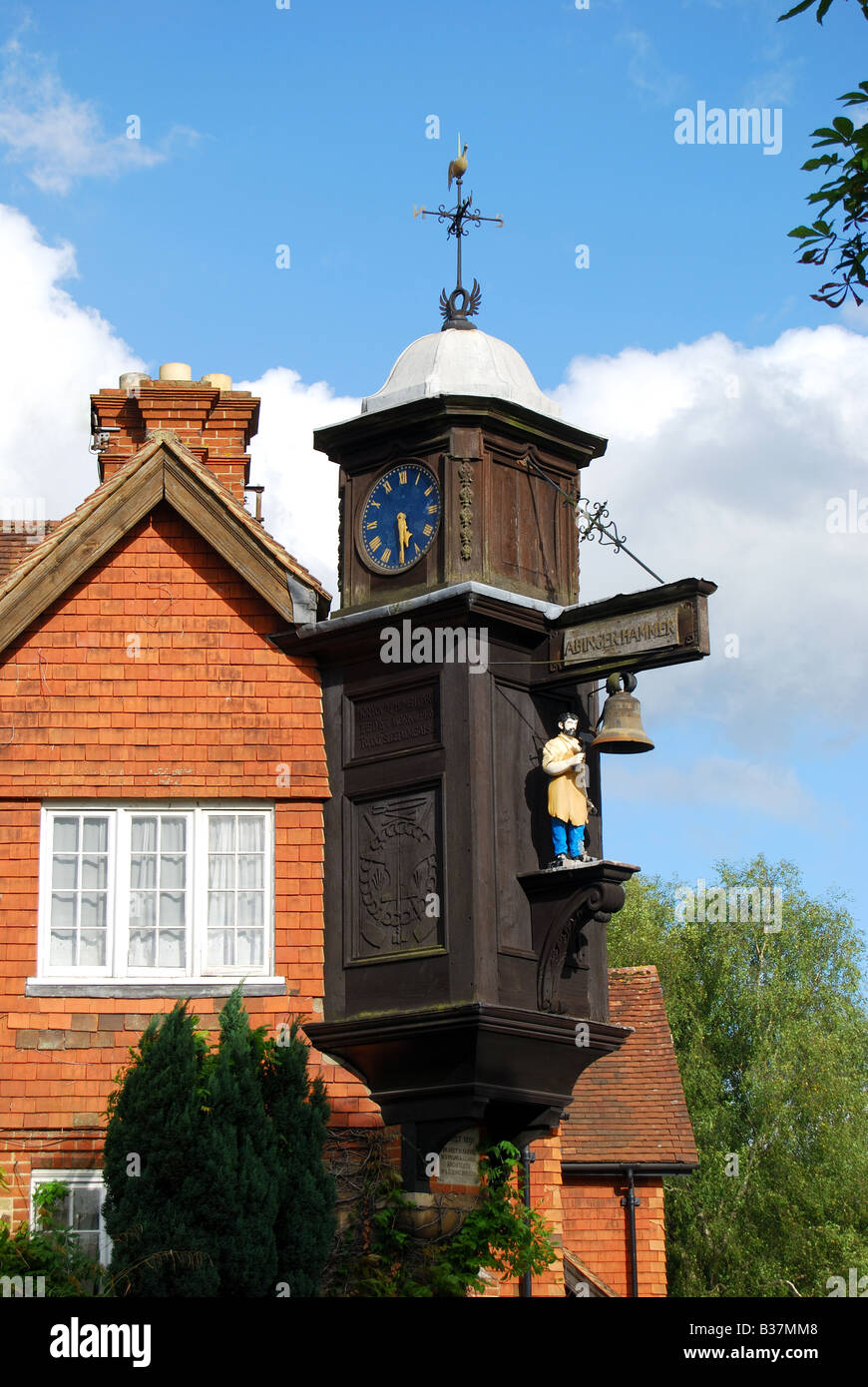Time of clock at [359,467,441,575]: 5:29
